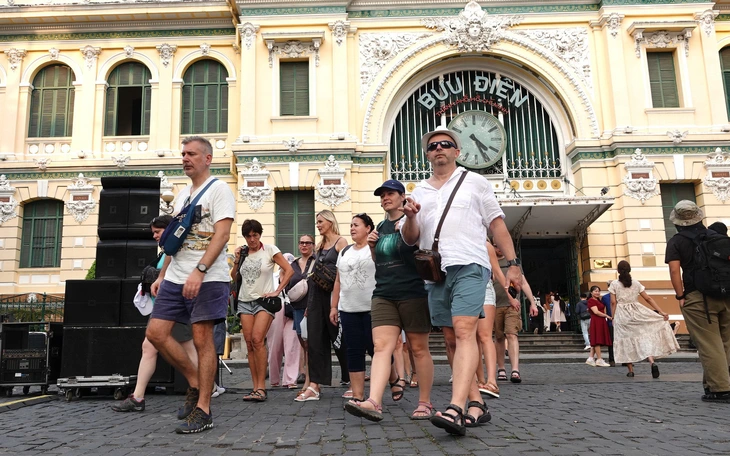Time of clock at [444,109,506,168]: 4:26
